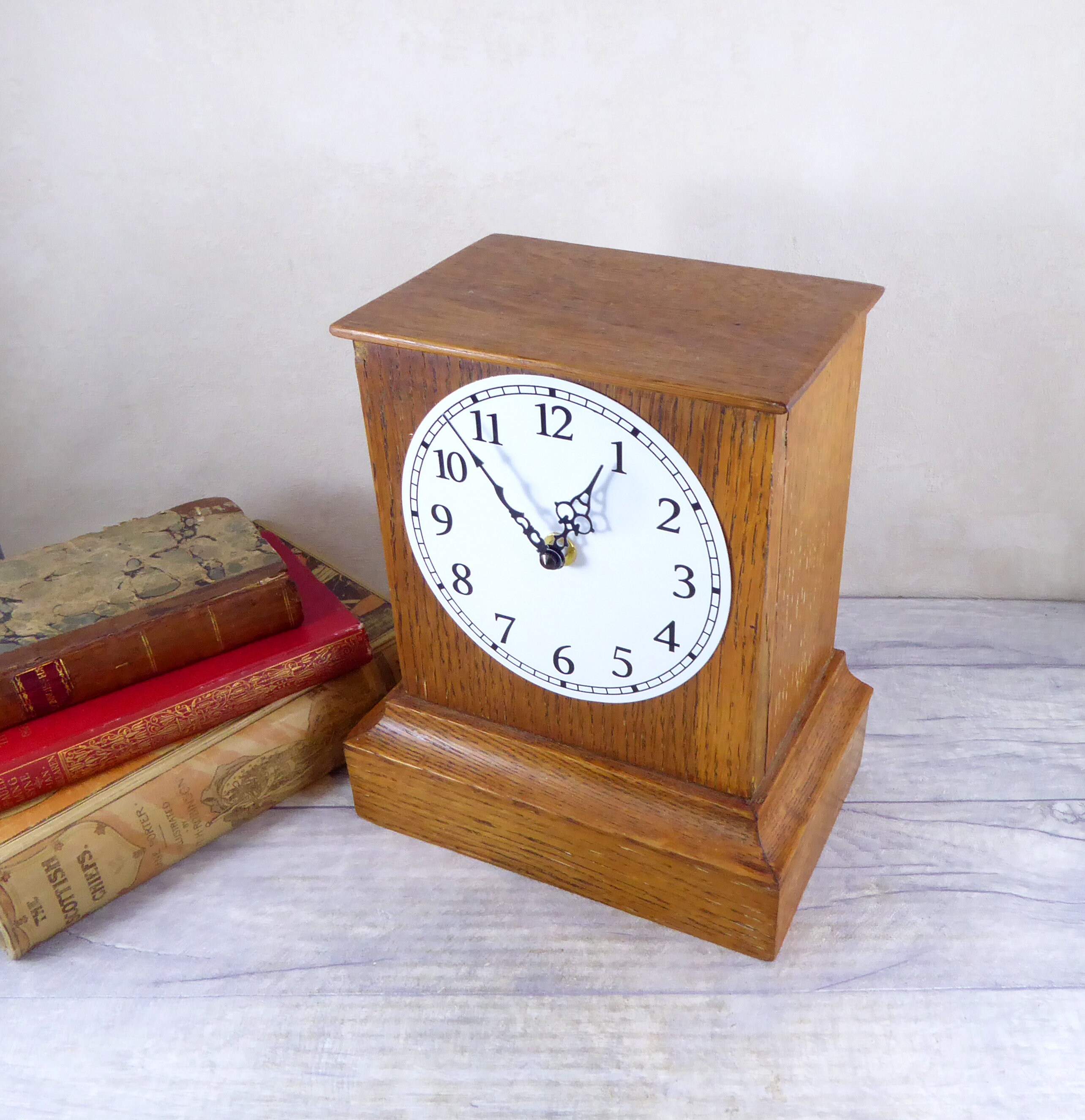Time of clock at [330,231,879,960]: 12:52
